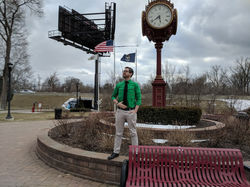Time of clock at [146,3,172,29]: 5:38
